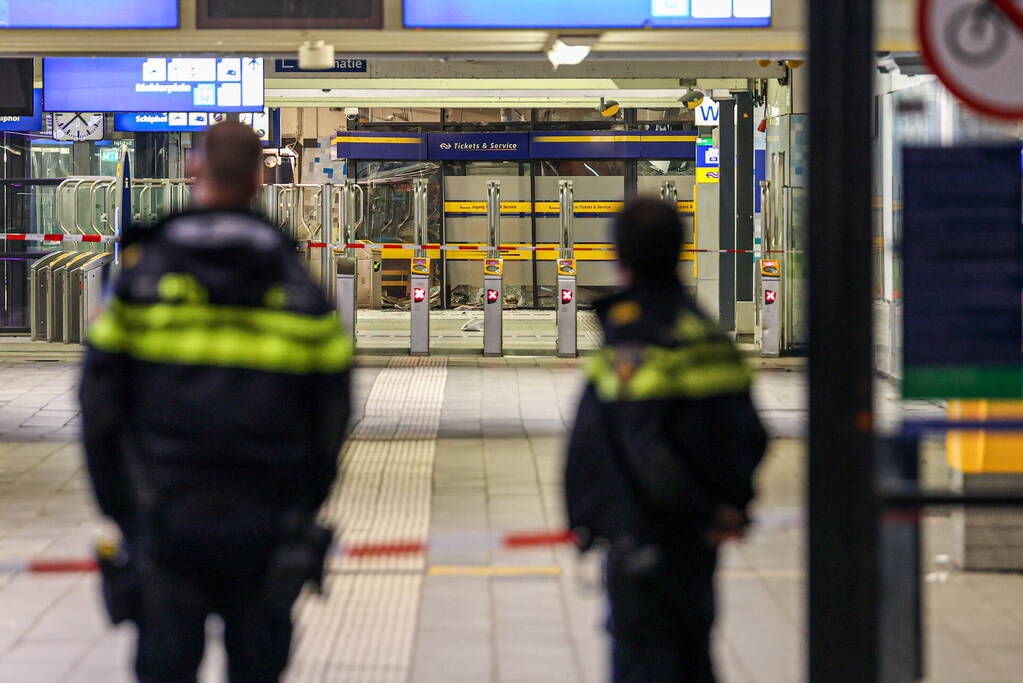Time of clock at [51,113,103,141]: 4:37
